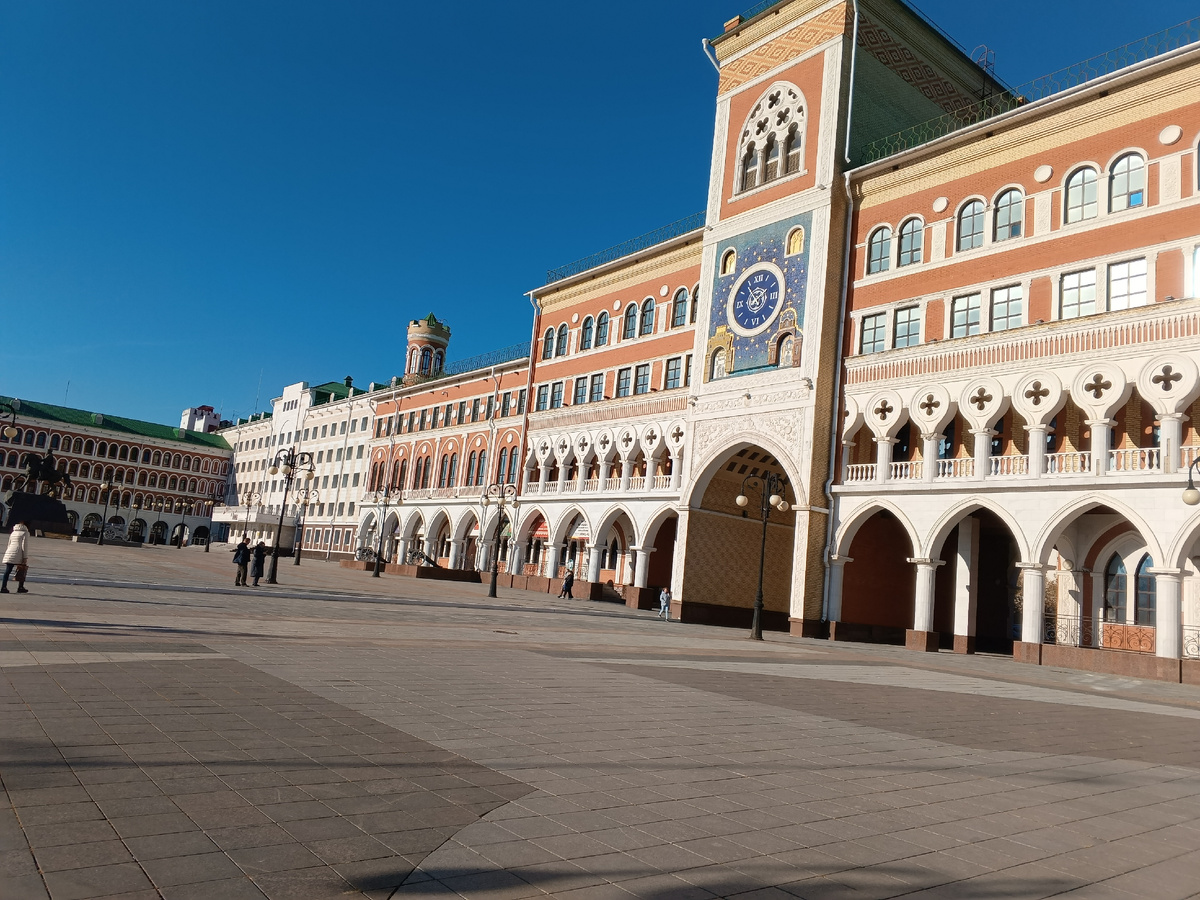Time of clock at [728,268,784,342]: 1:53
